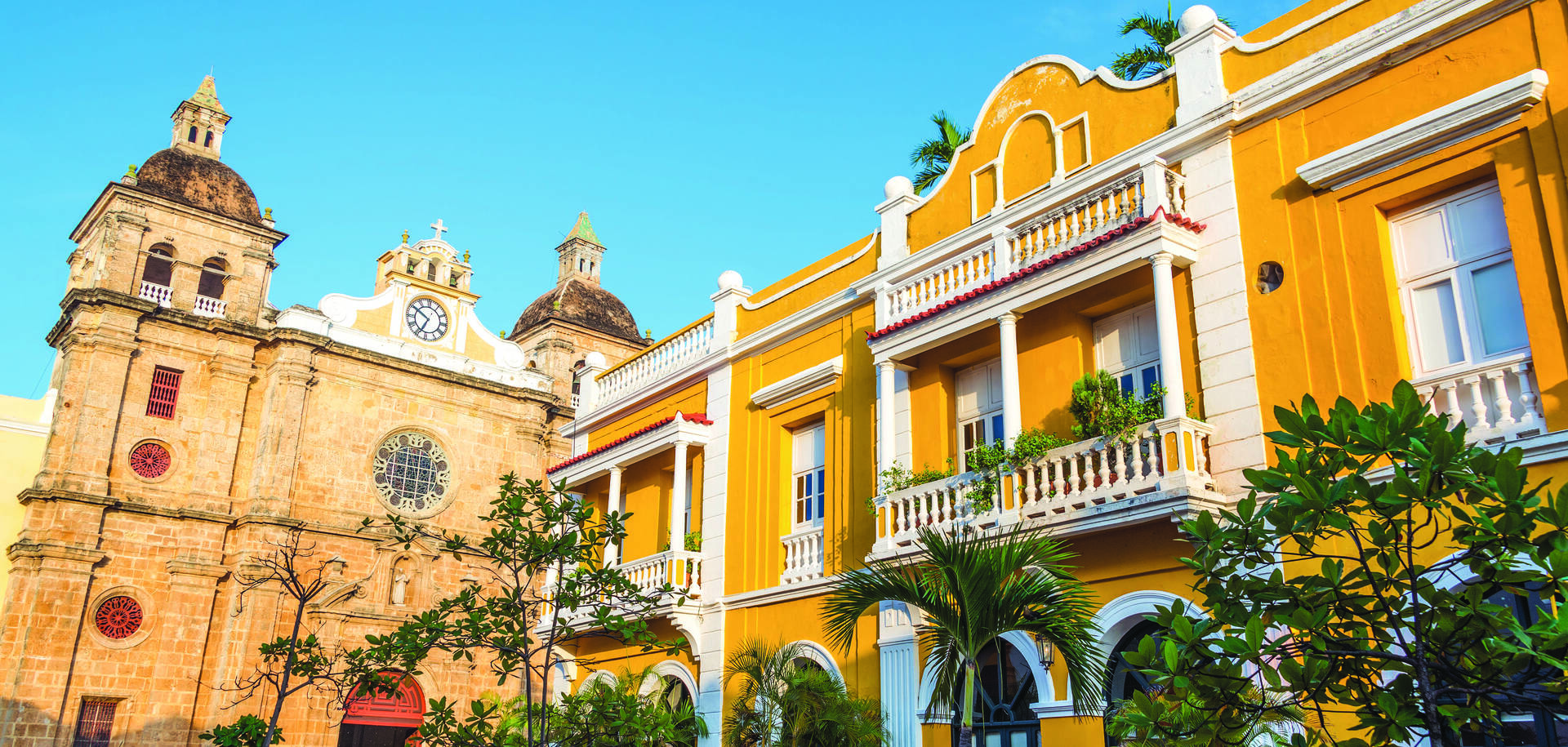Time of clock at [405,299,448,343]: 6:50
